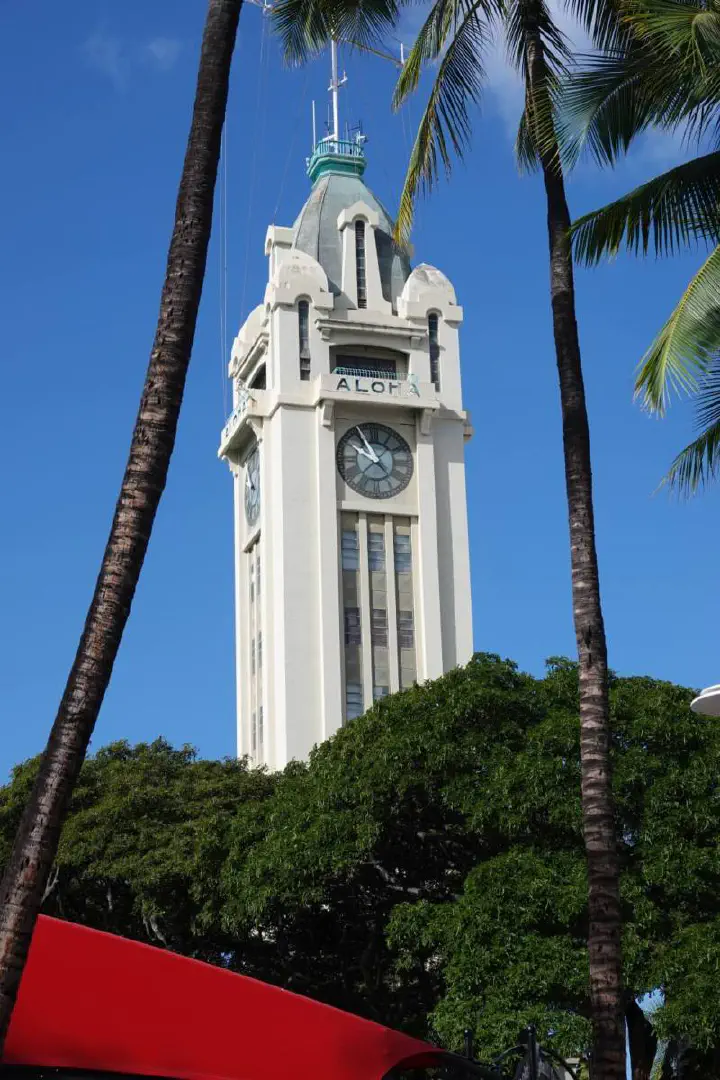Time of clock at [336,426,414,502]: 9:54
